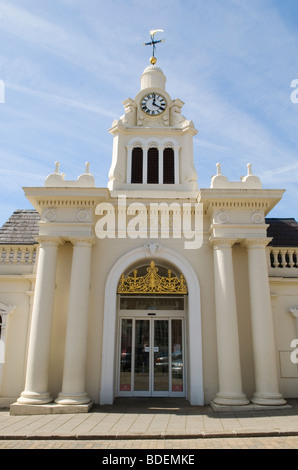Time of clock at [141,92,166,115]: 4:01
